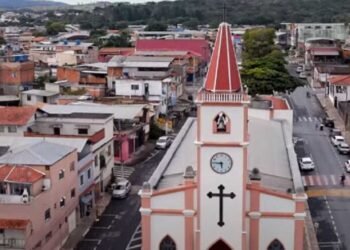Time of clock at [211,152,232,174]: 5:45
